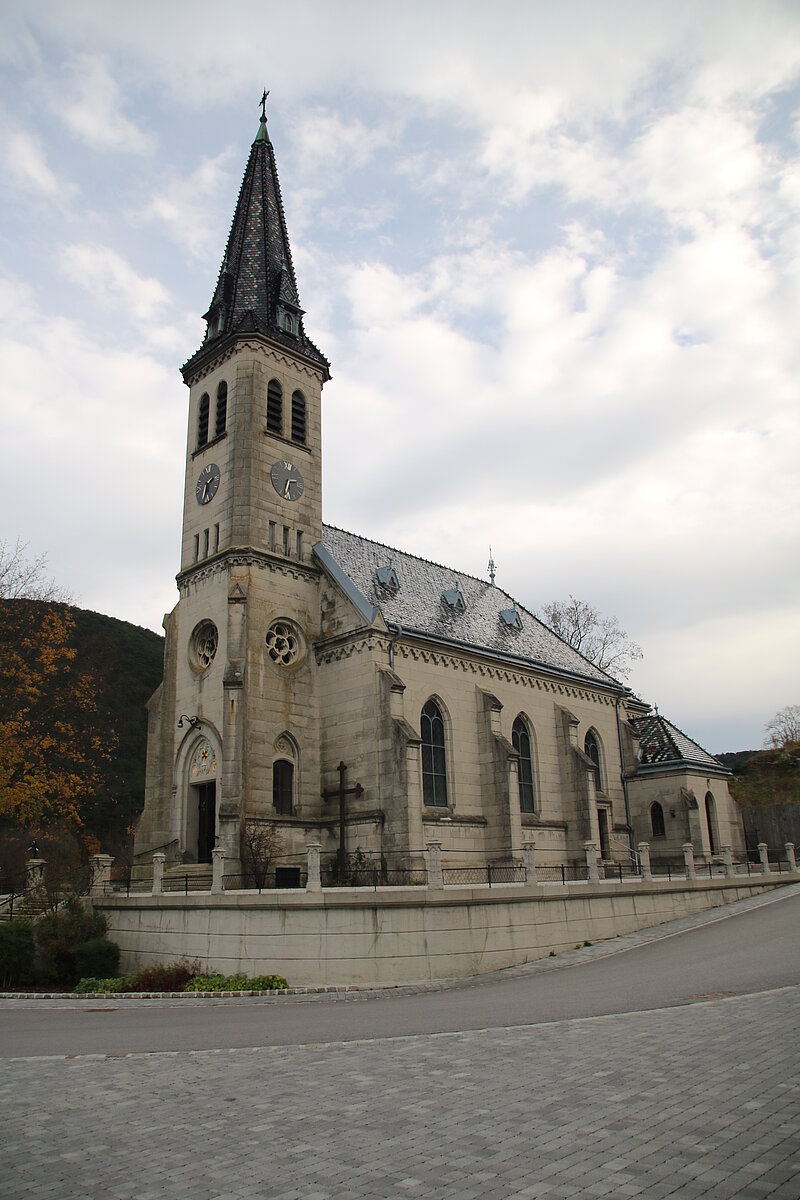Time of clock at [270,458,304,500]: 2:33
